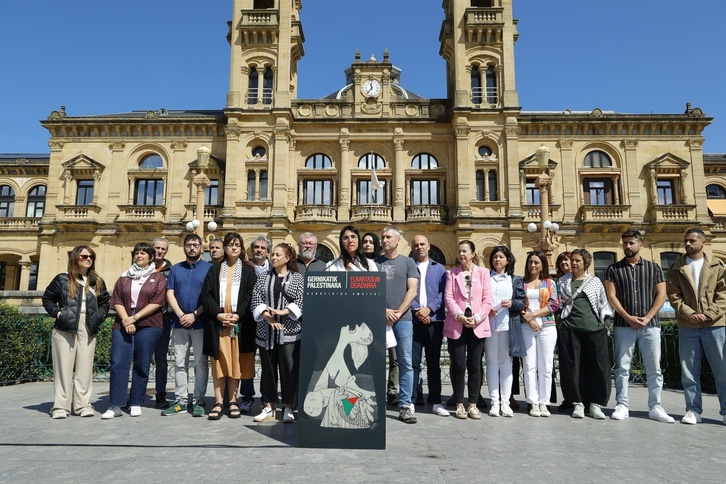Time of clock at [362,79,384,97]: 11:36
